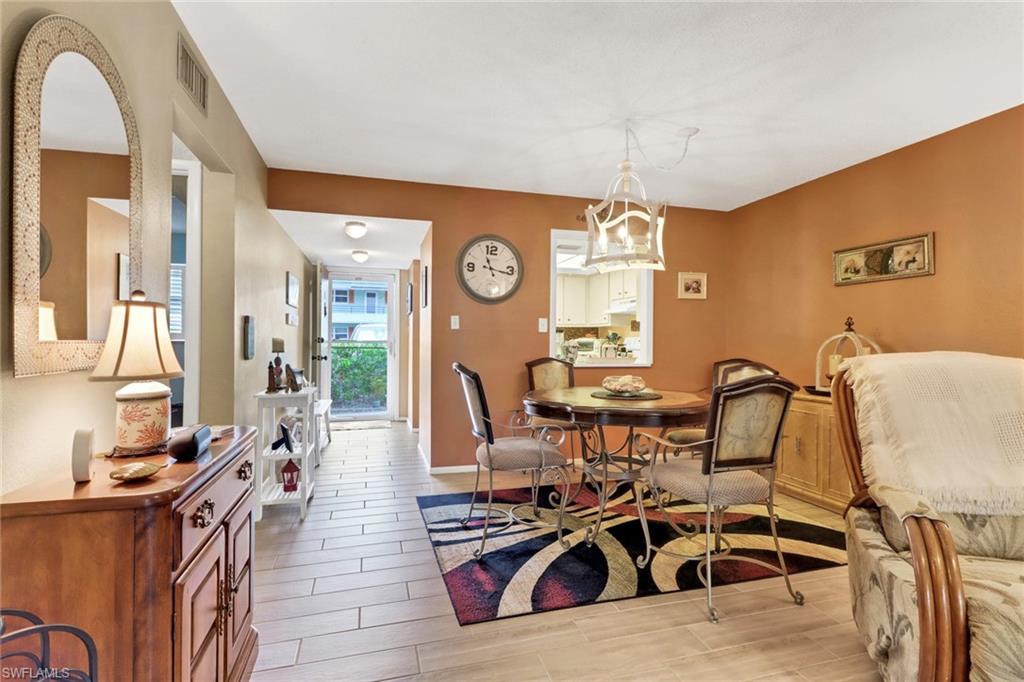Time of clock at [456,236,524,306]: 11:16
